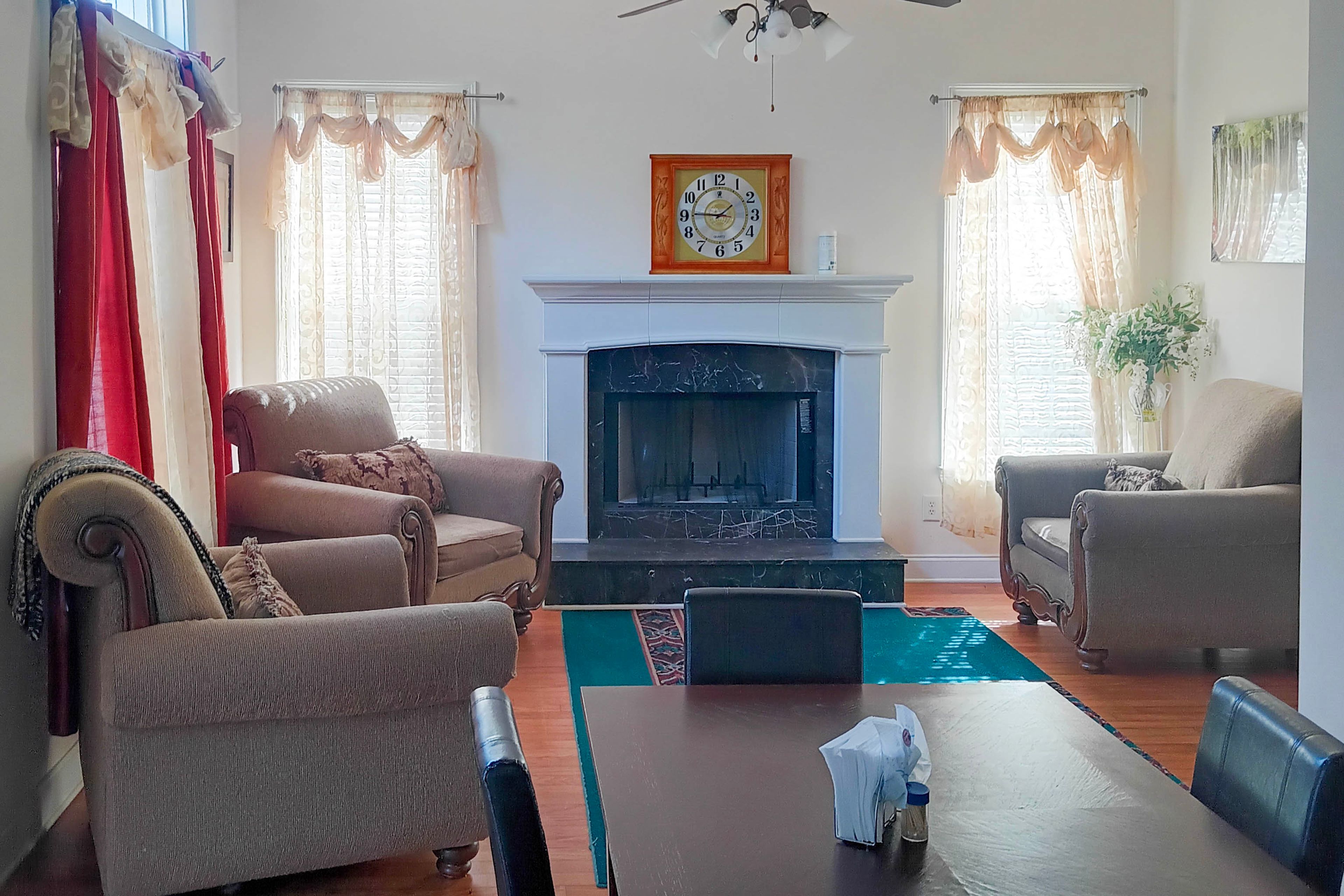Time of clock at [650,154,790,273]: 1:45
